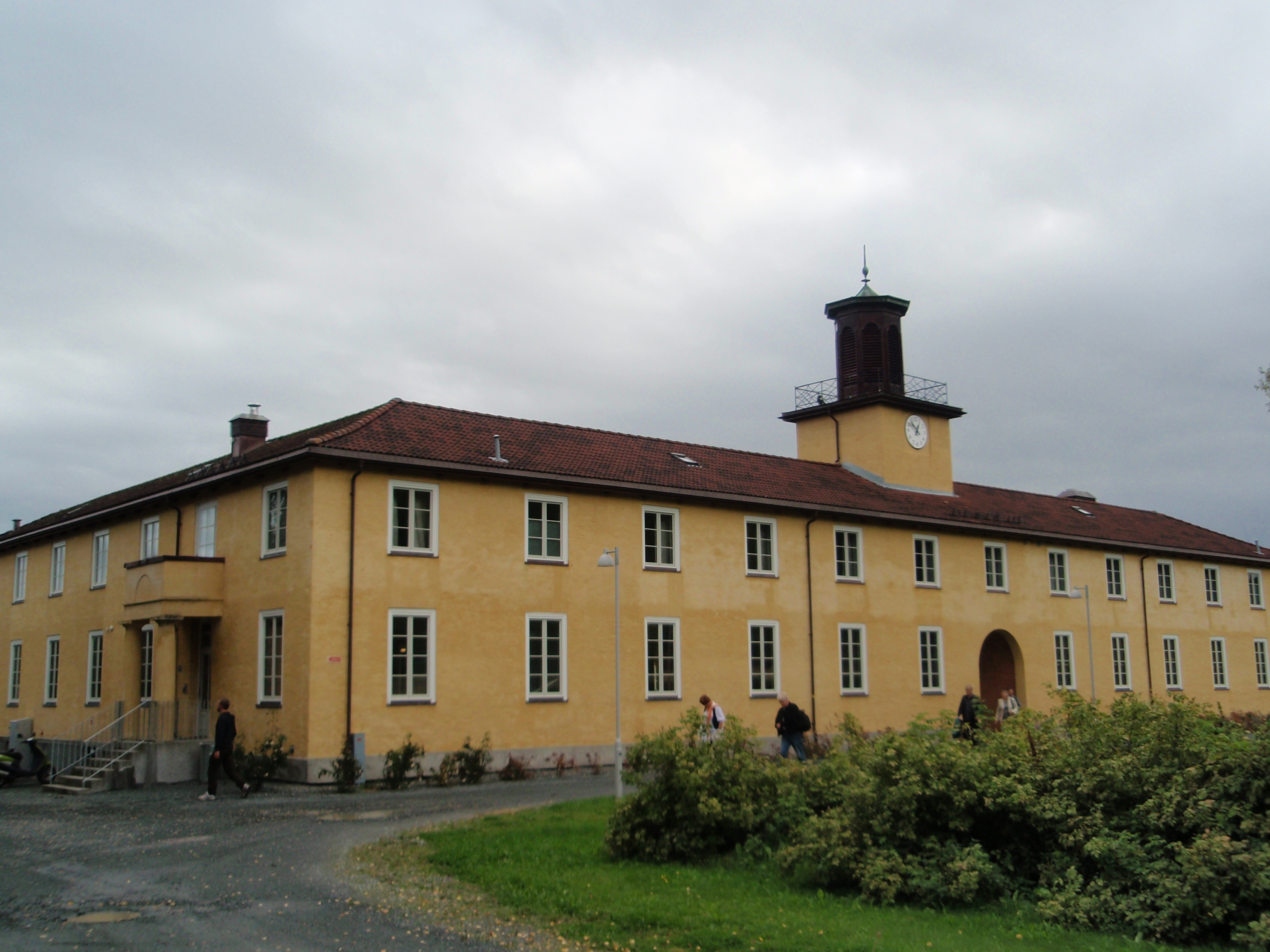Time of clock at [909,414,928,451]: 12:52
